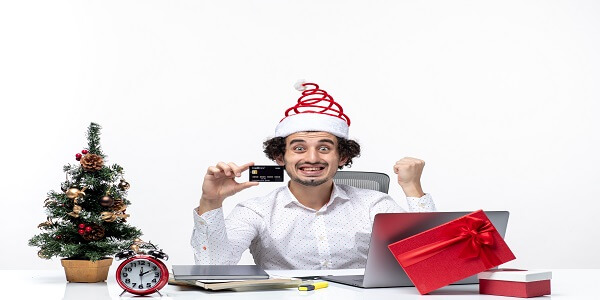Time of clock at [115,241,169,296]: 12:10
